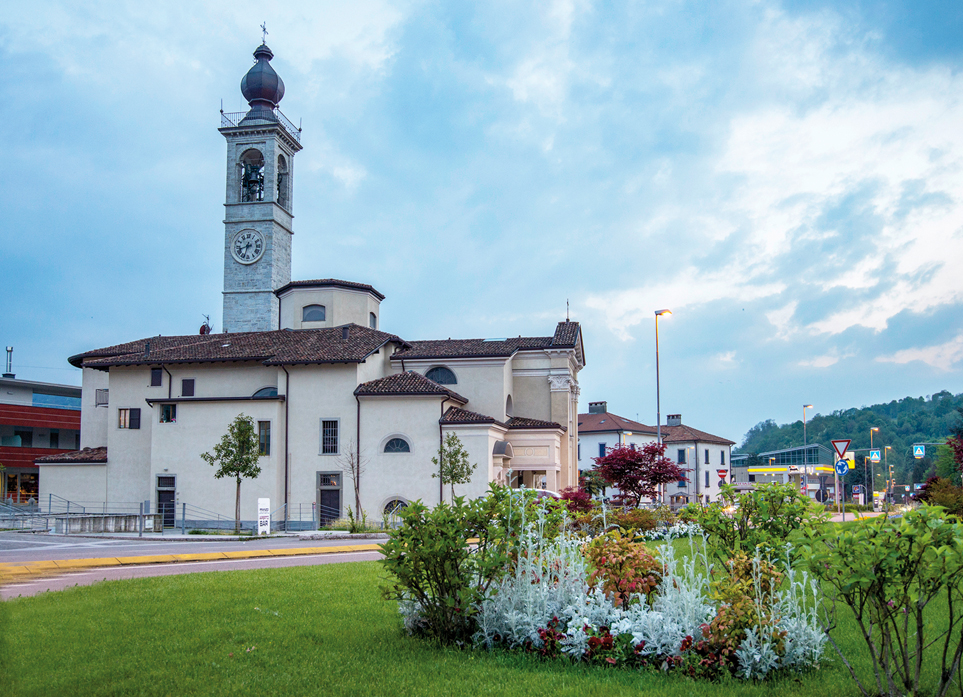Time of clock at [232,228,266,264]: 8:32
